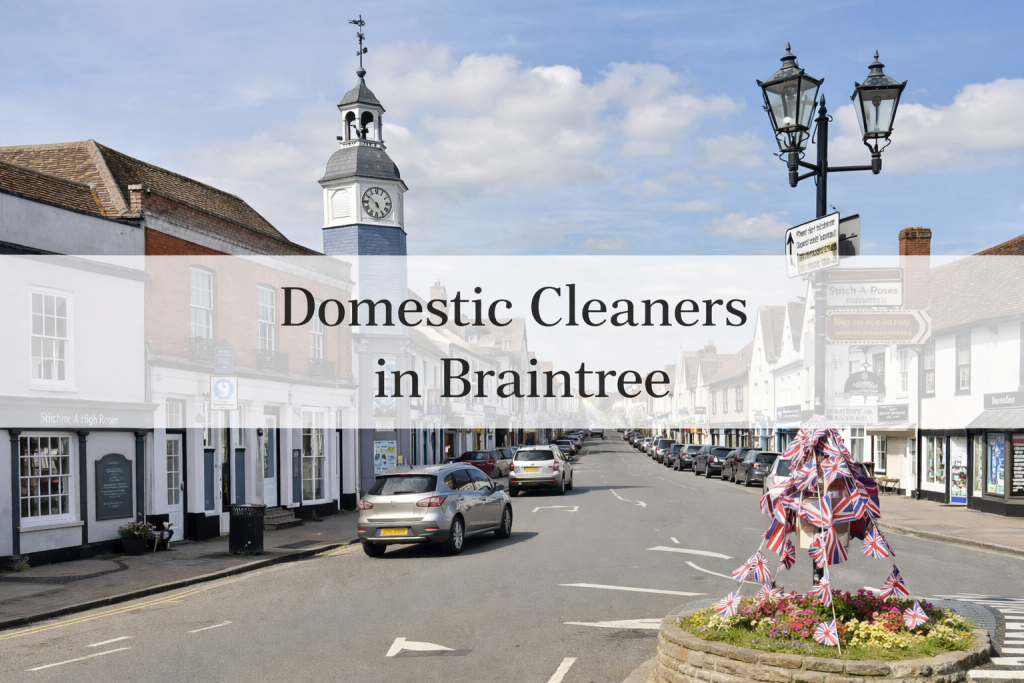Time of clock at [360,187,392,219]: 4:50
